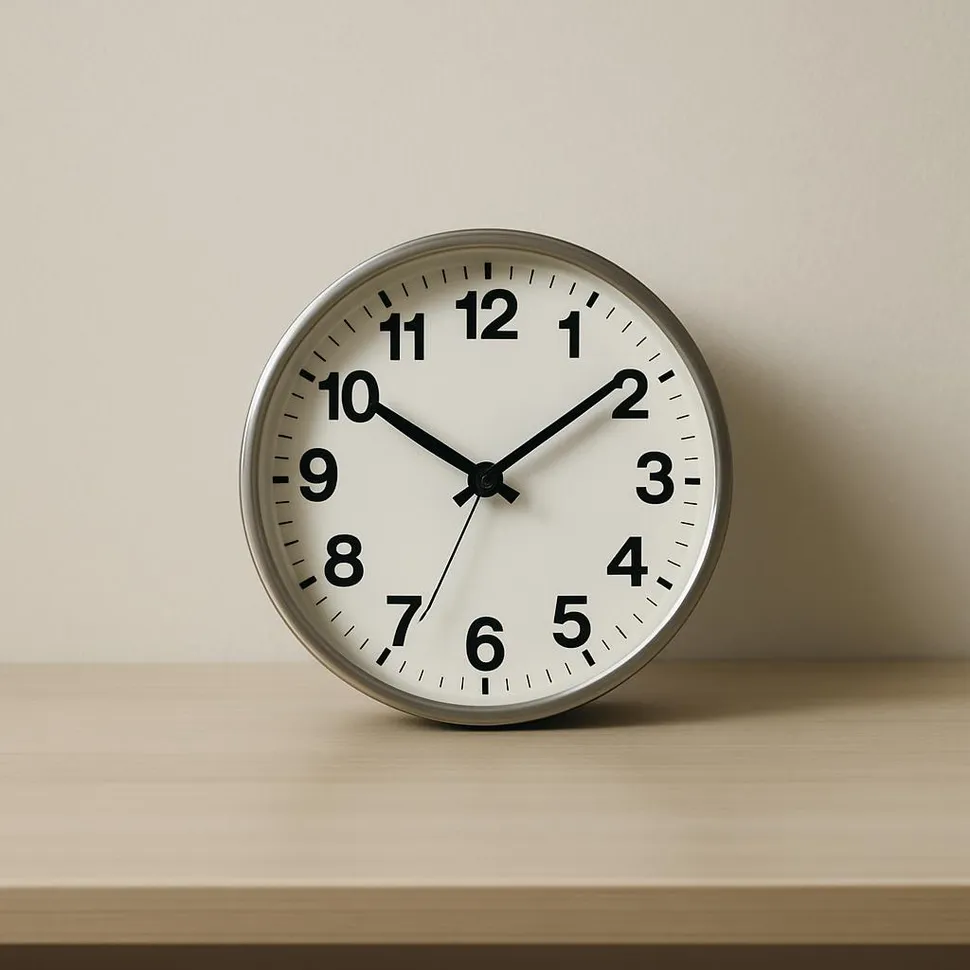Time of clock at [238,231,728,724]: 10:09
